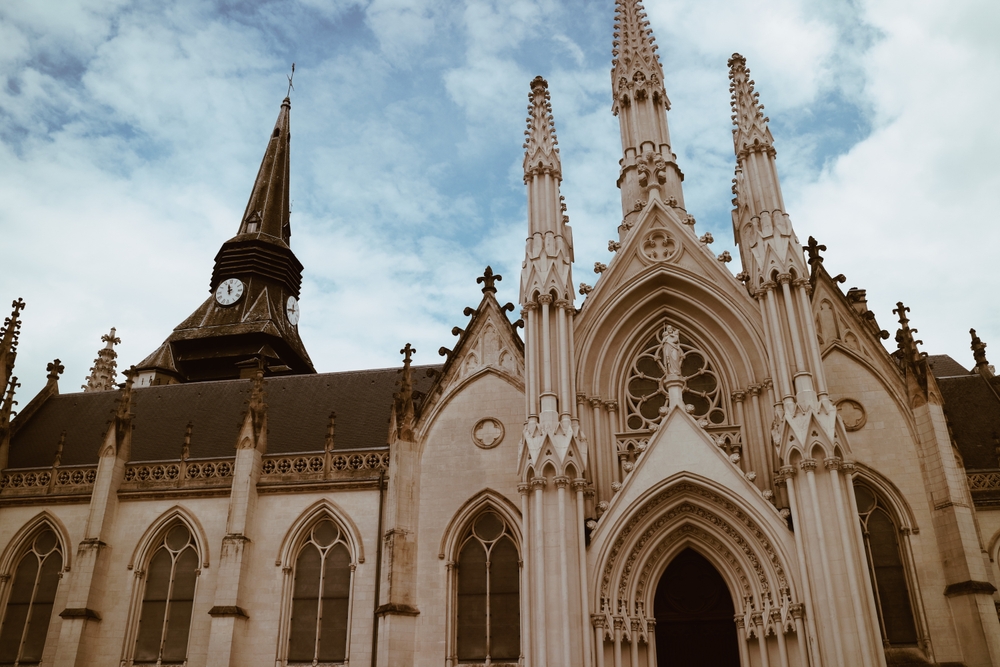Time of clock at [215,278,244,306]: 11:57
